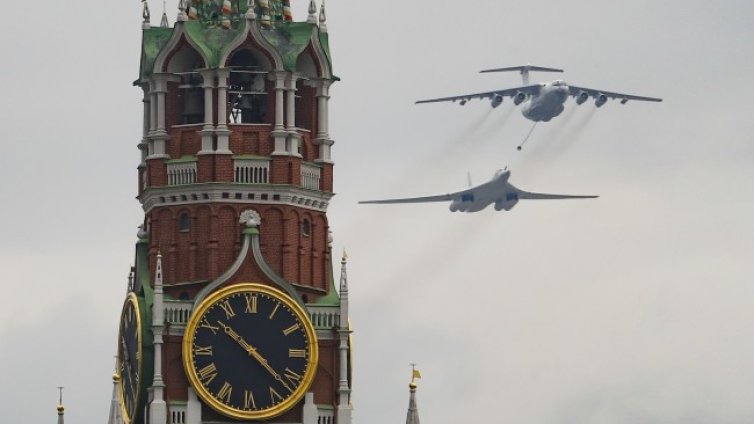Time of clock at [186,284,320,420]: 10:22
